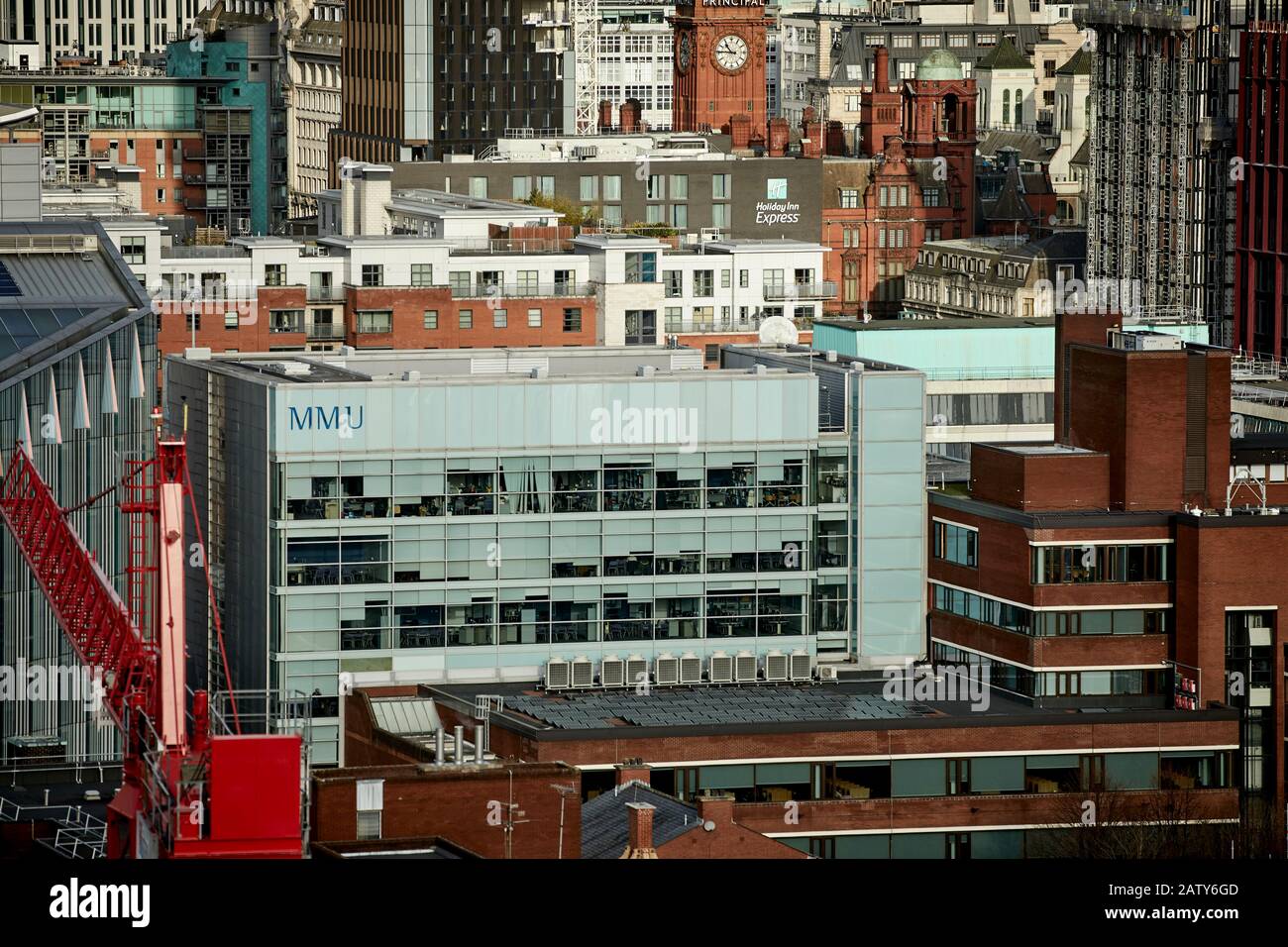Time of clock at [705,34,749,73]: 10:45
